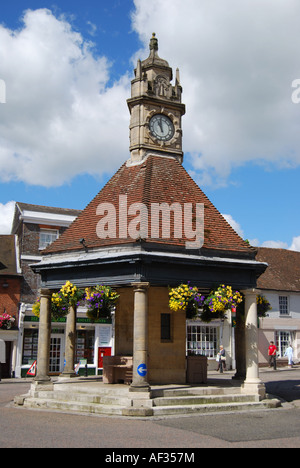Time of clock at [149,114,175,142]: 10:59
